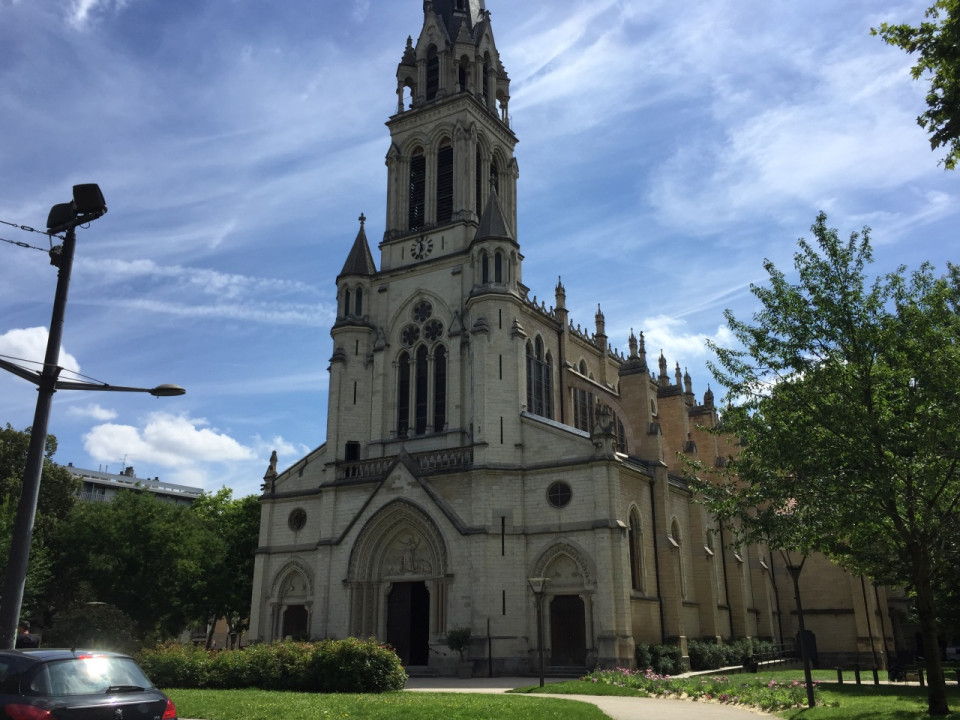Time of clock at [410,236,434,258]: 11:34
